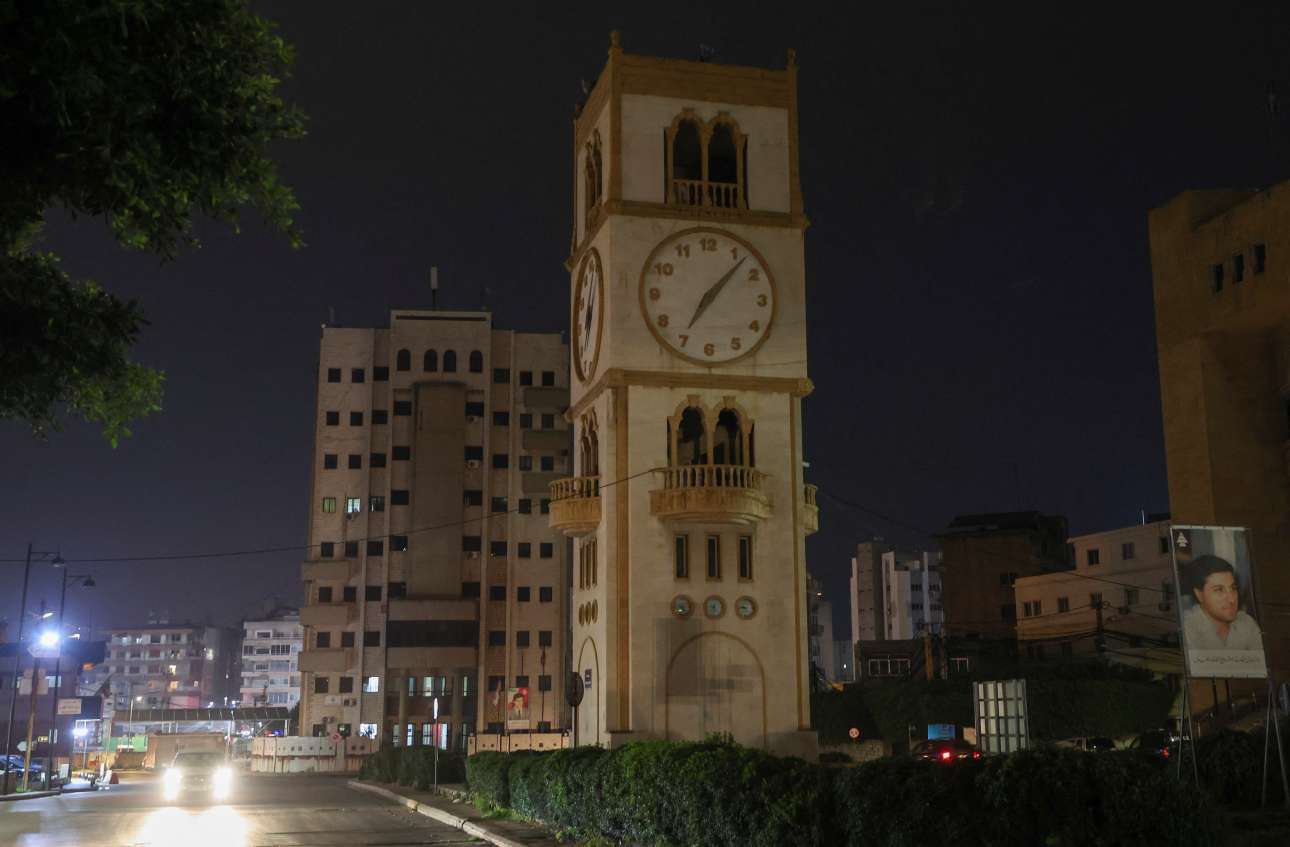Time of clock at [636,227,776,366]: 7:07
